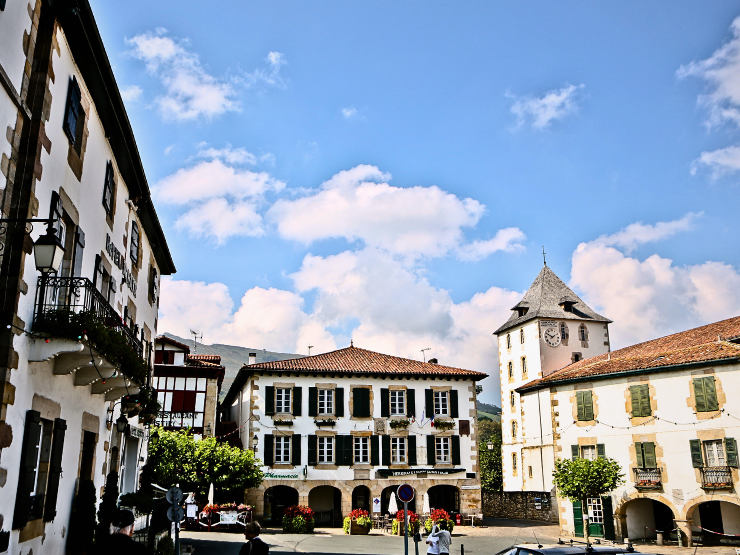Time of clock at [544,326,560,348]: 1:50
